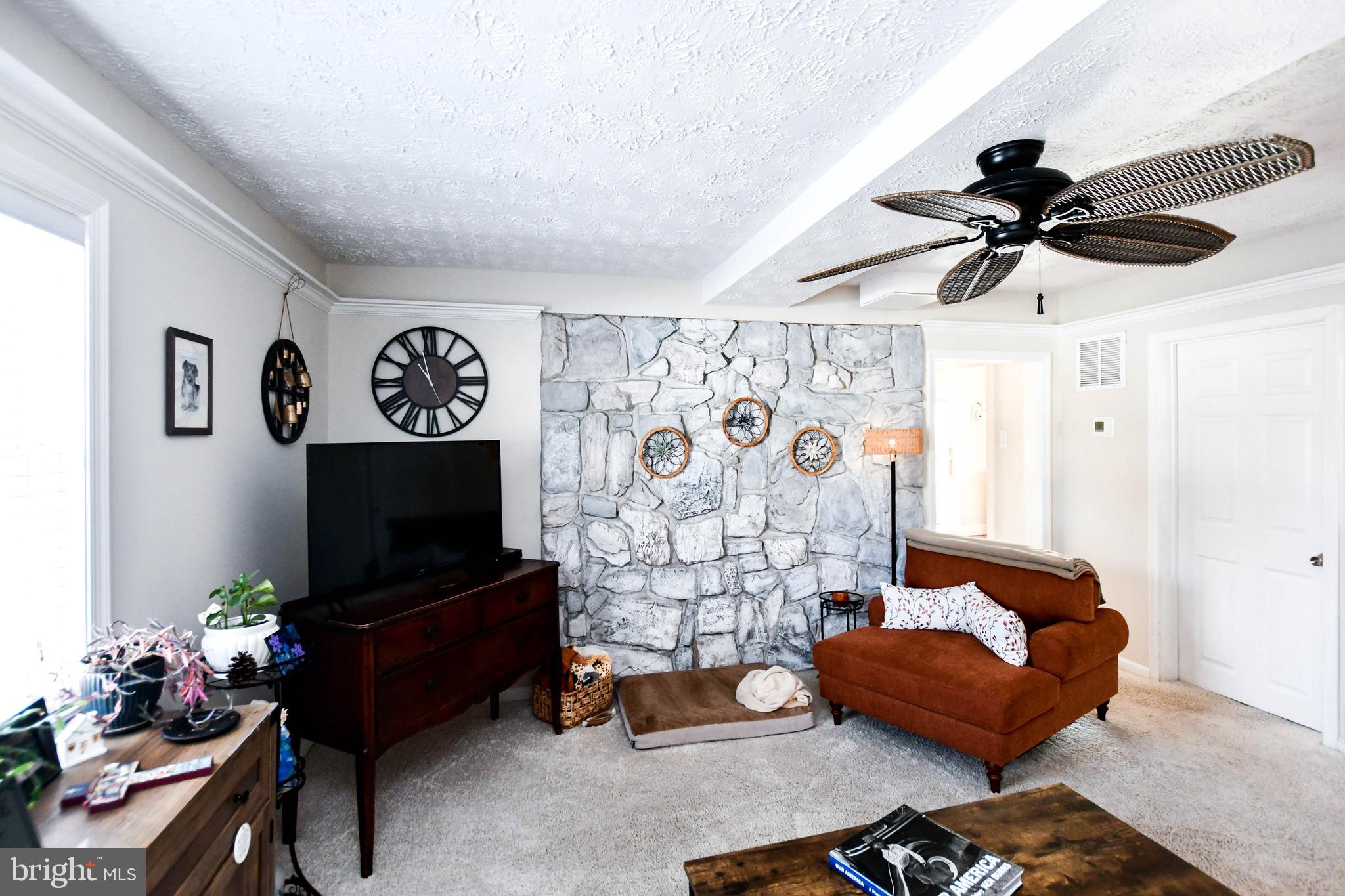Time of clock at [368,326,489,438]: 10:58
